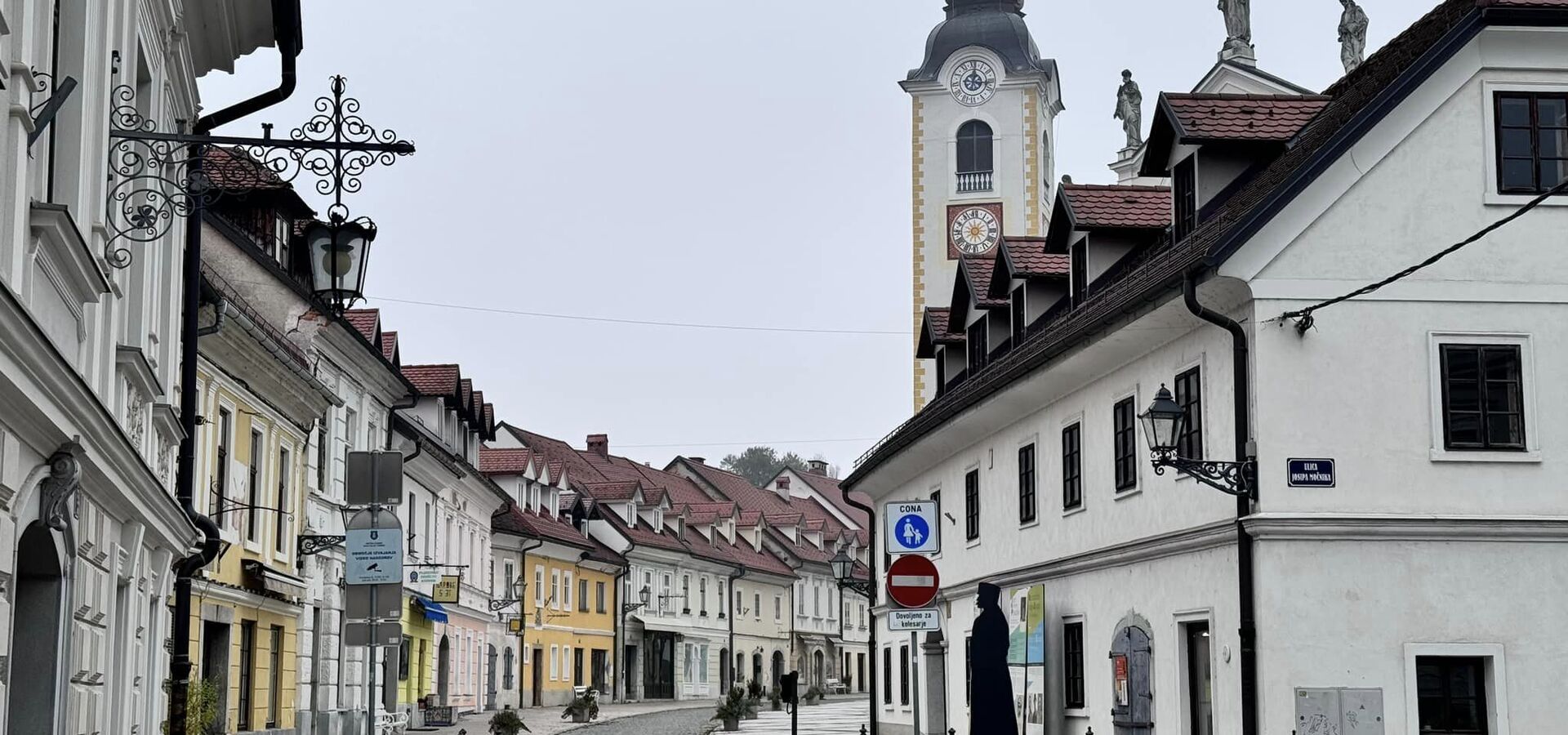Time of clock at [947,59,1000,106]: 12:16
